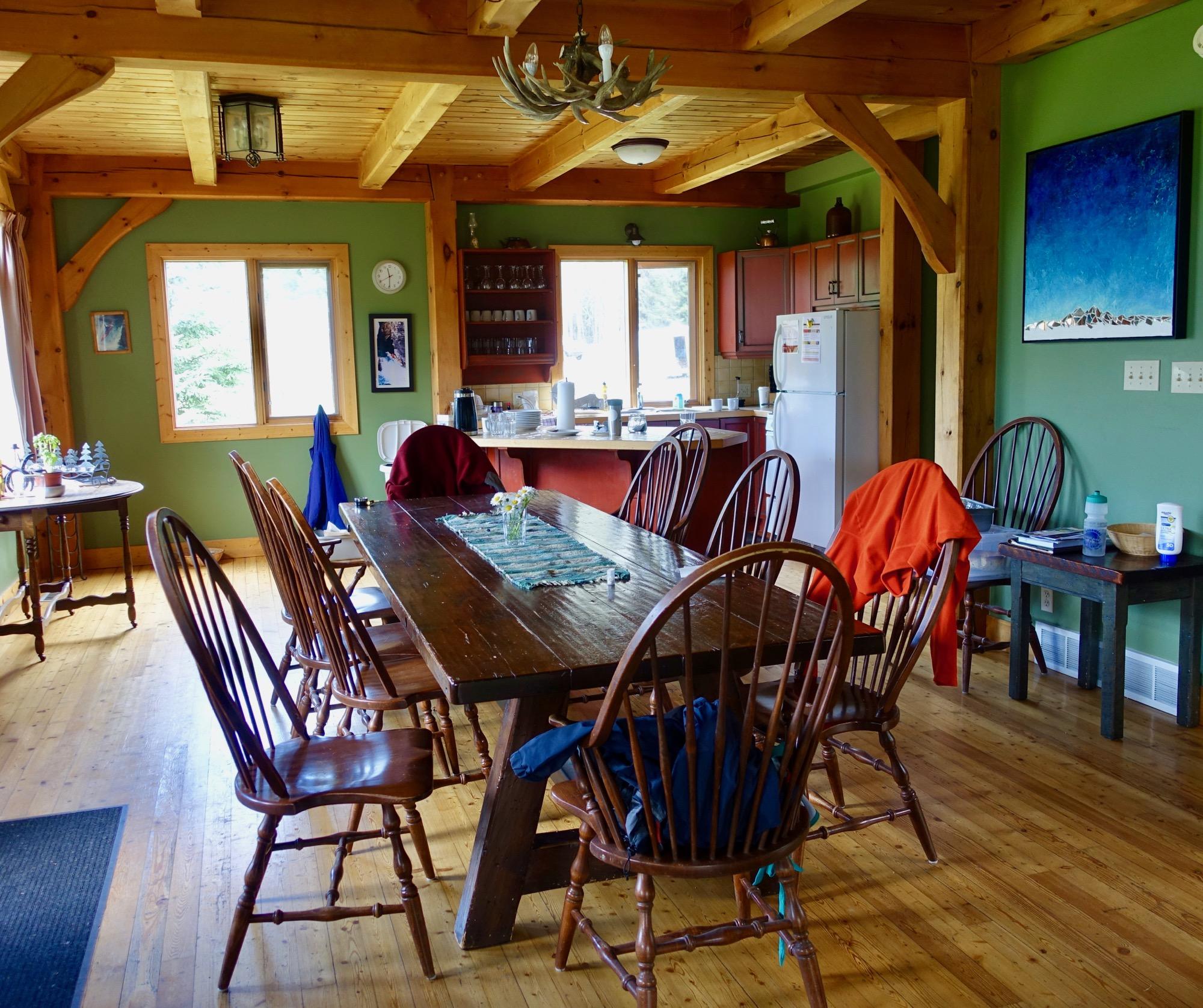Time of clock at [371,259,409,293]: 11:29
